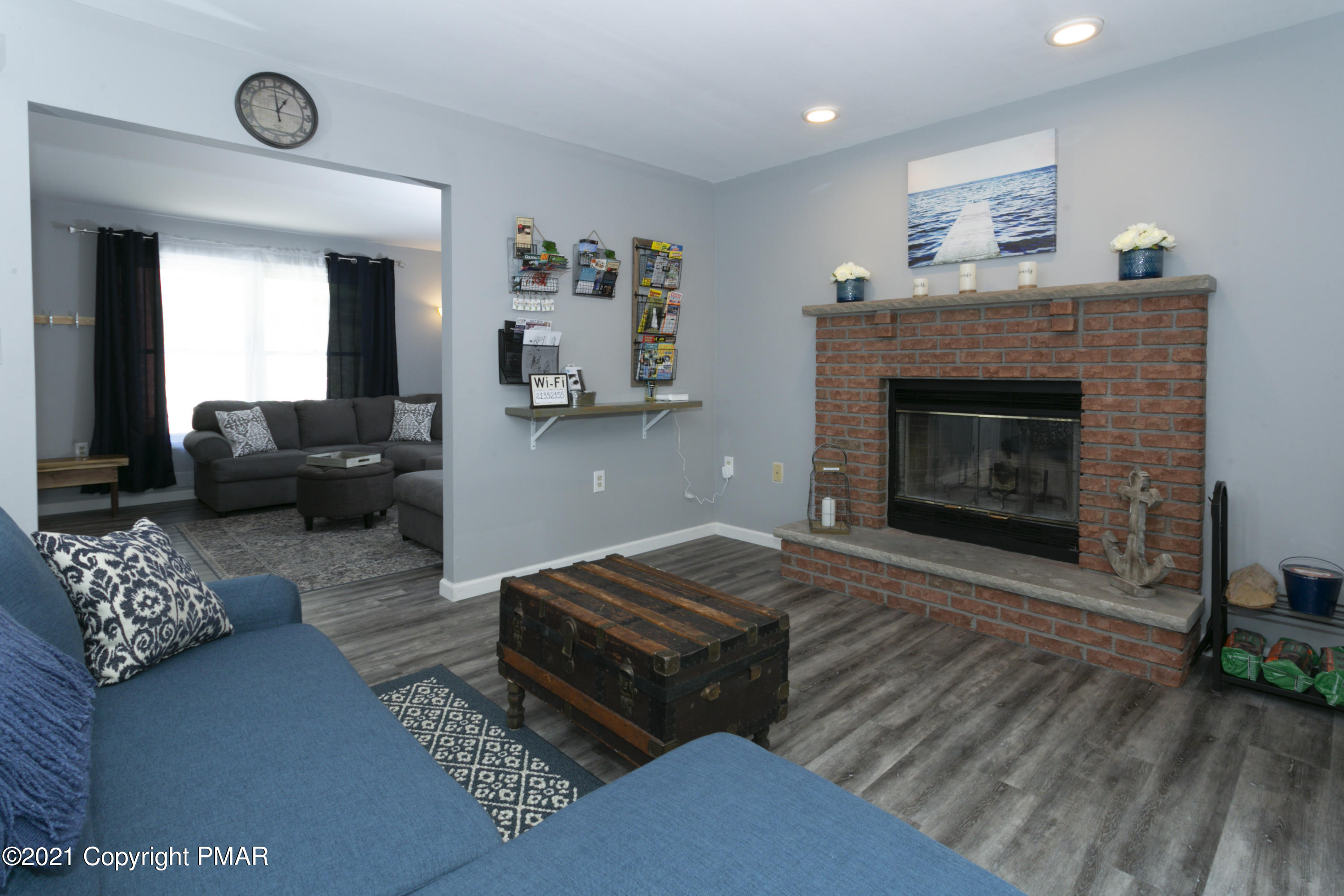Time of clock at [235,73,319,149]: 12:59
